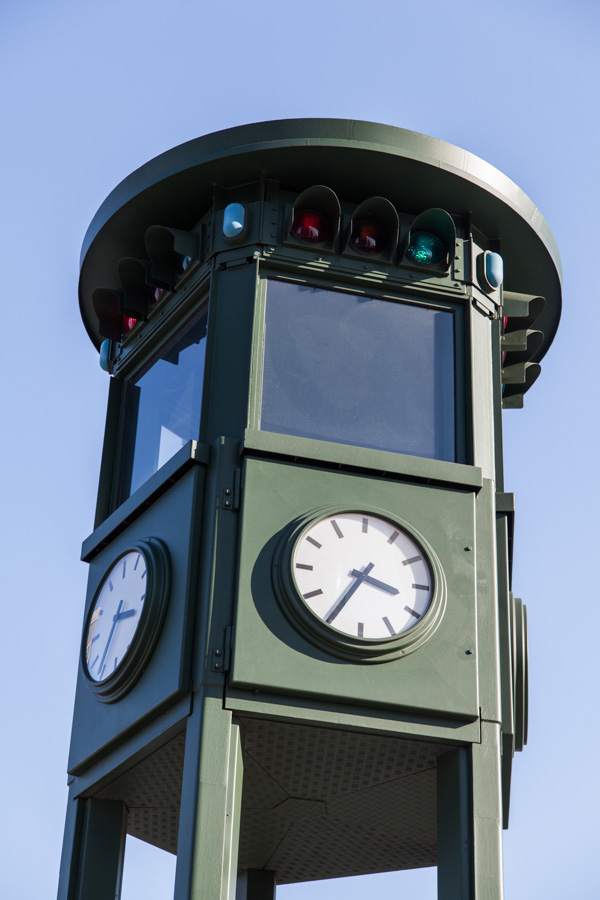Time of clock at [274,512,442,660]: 3:34
